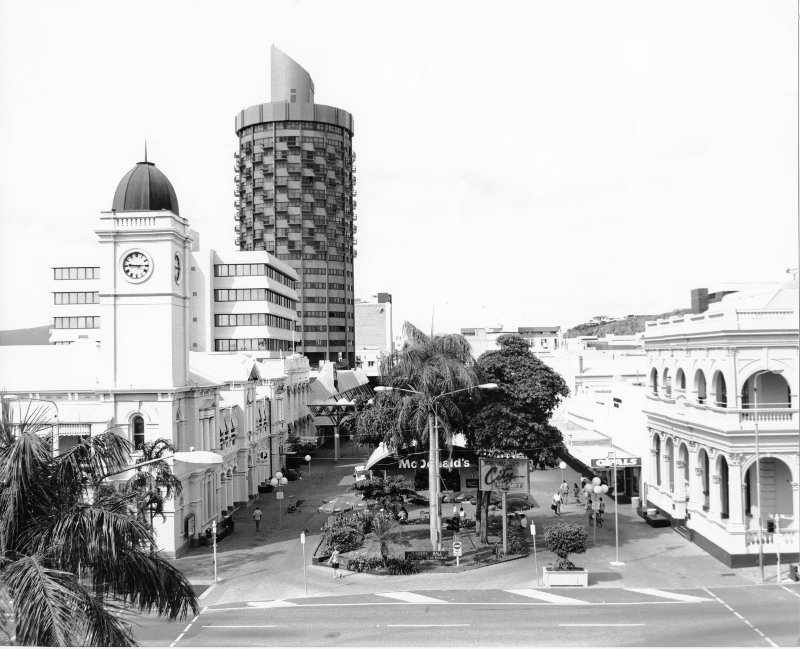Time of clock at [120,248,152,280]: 9:14
